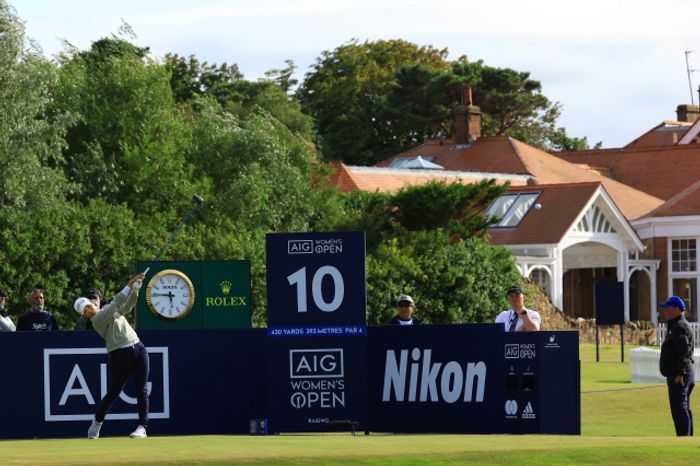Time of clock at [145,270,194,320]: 5:45
